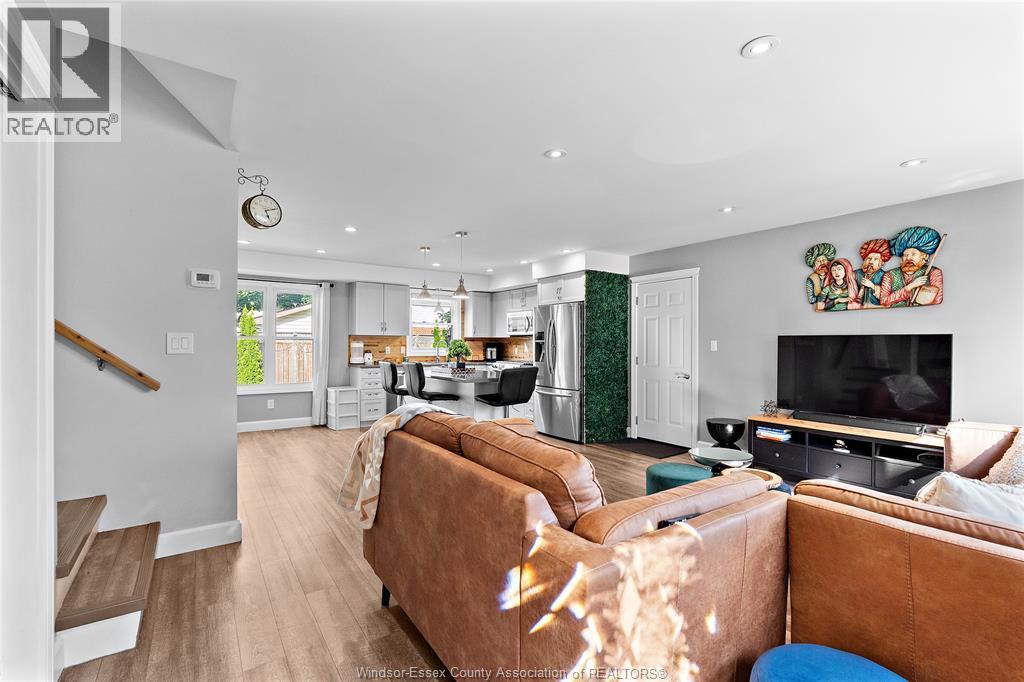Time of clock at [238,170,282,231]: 5:12
